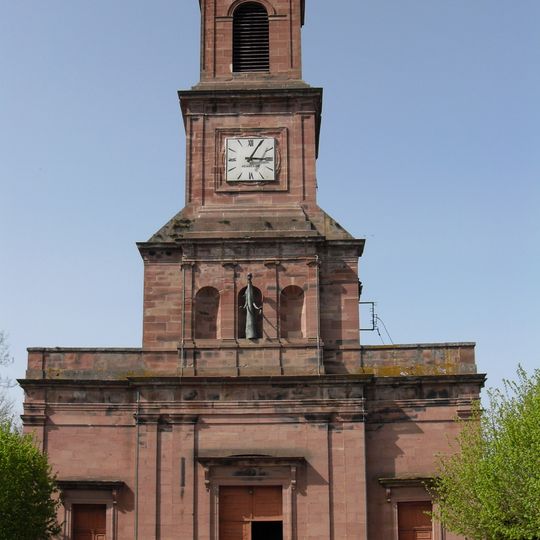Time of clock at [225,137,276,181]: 3:04
